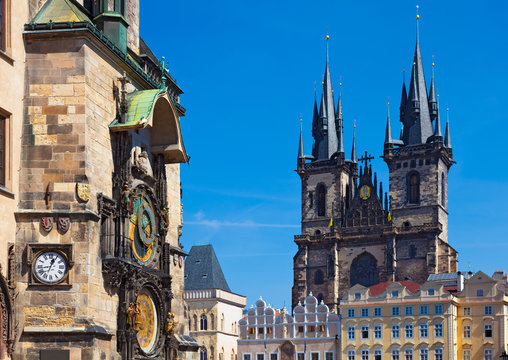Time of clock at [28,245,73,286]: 12:43
